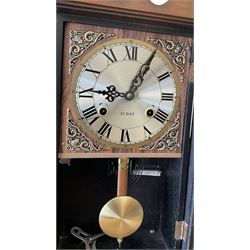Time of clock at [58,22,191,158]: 9:05
